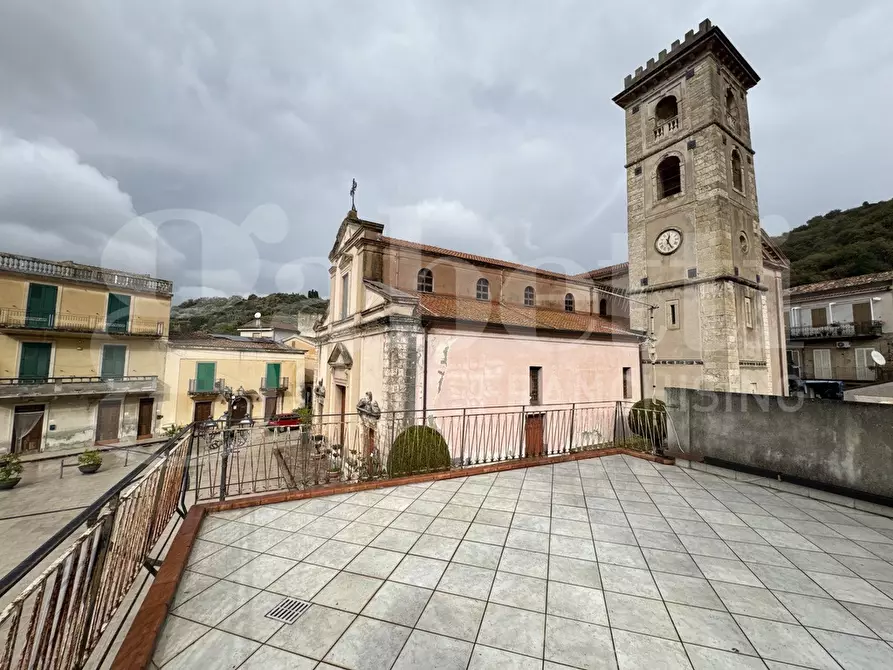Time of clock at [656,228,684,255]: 12:25
